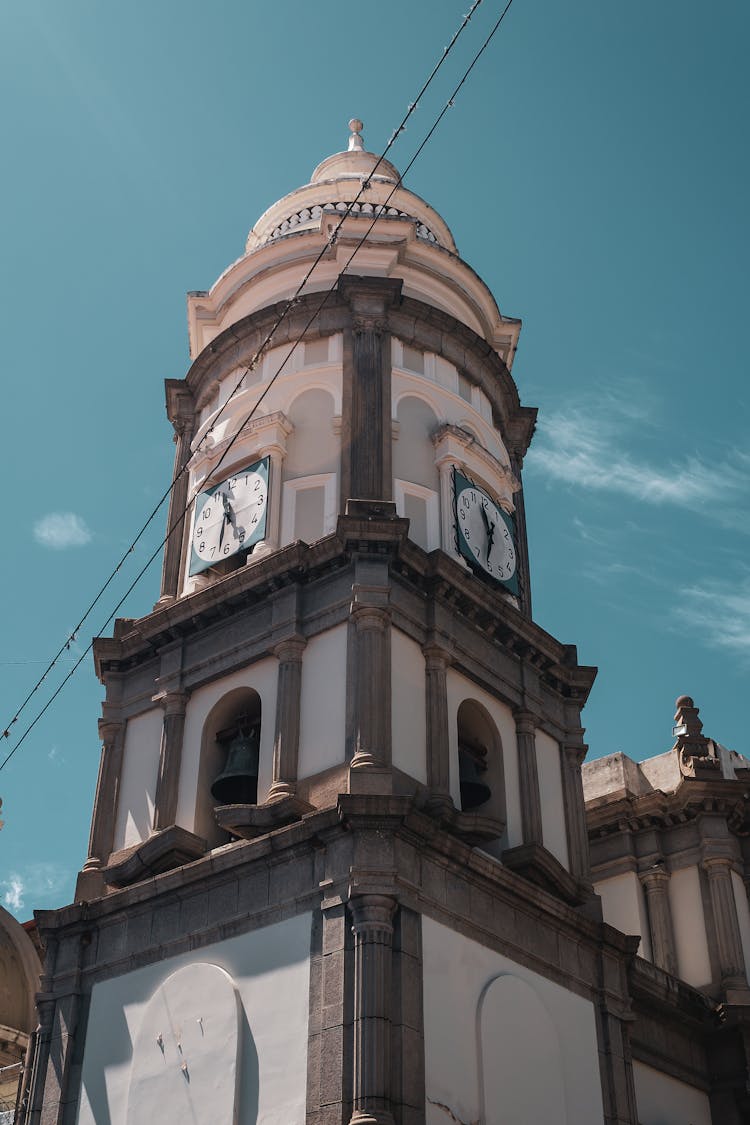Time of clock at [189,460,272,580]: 11:32
